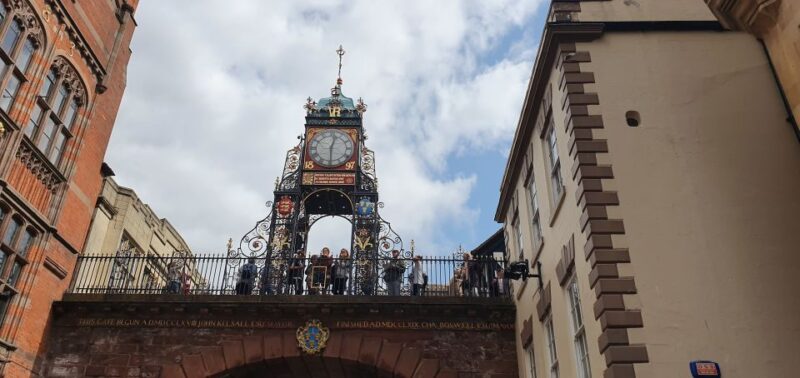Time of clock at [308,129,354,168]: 12:29
